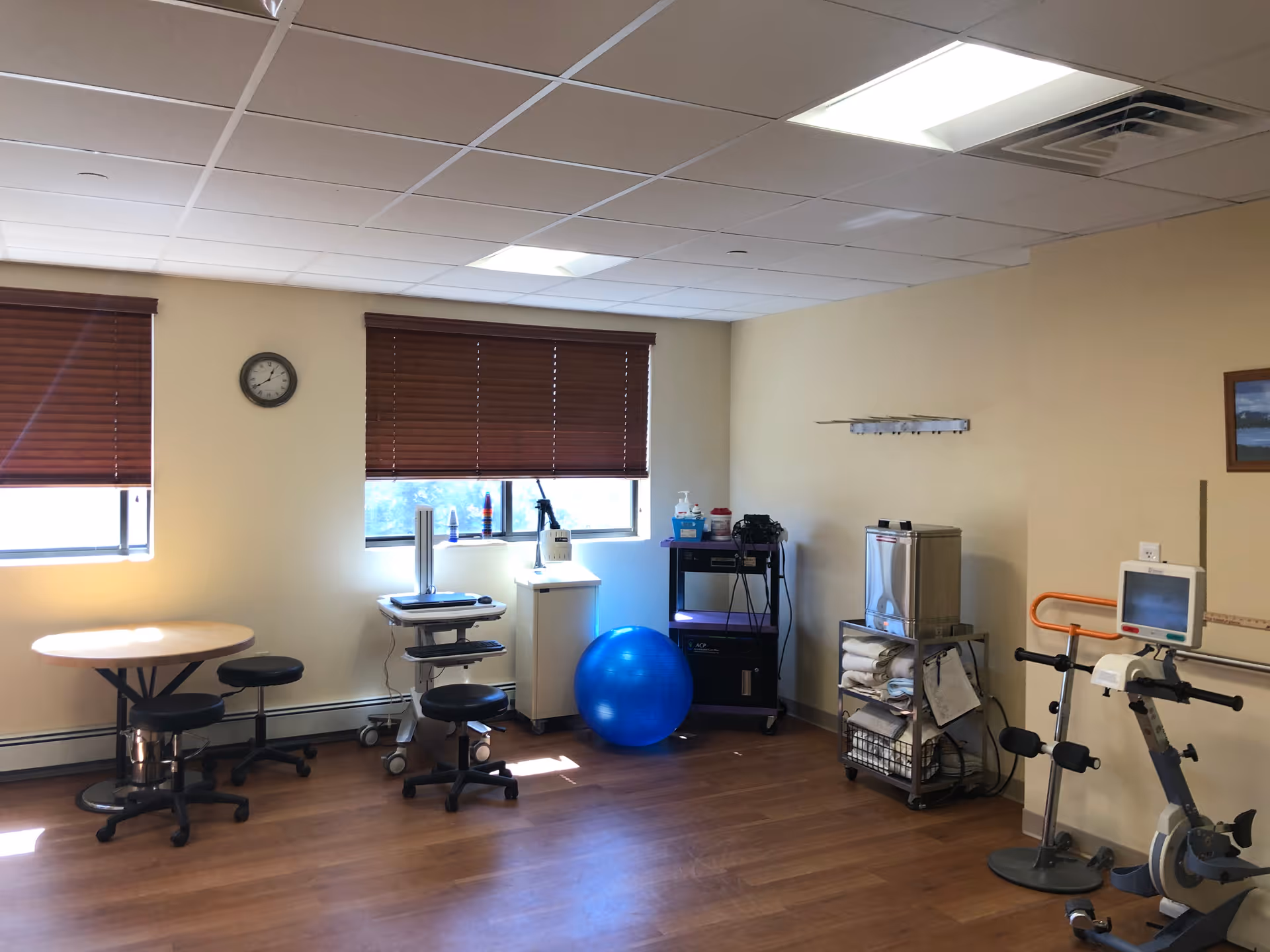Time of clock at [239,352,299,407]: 12:39
